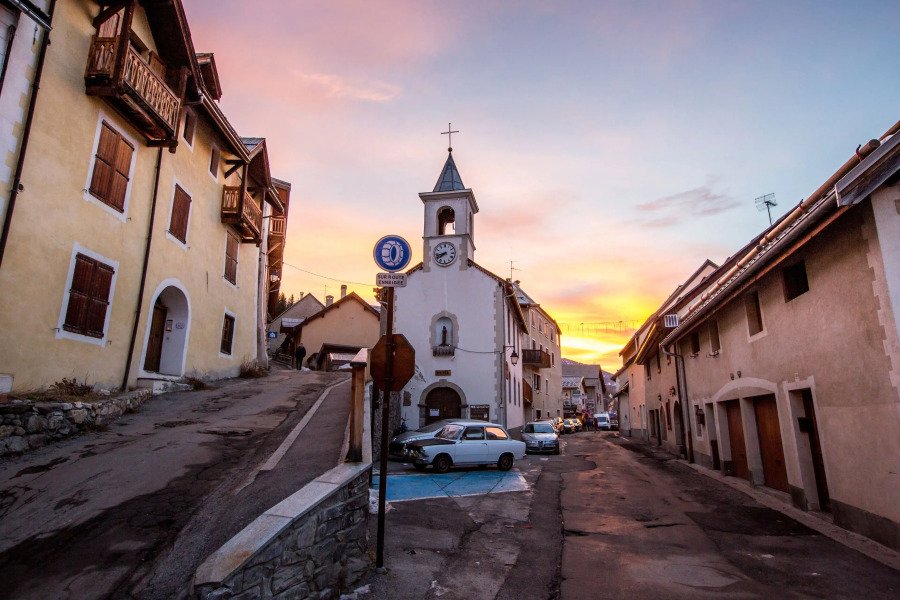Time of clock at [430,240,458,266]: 7:42
